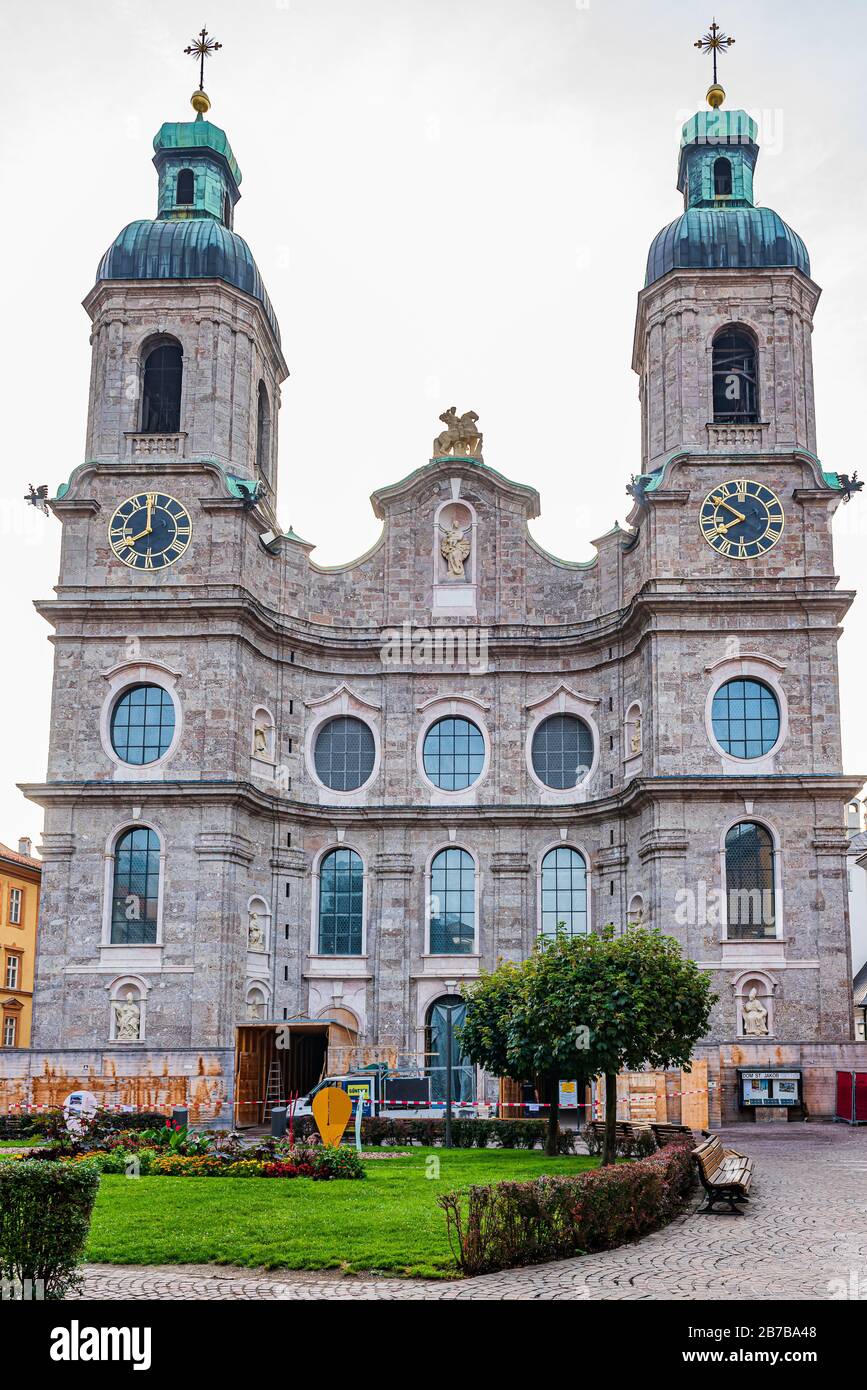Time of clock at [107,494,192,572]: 7:59
